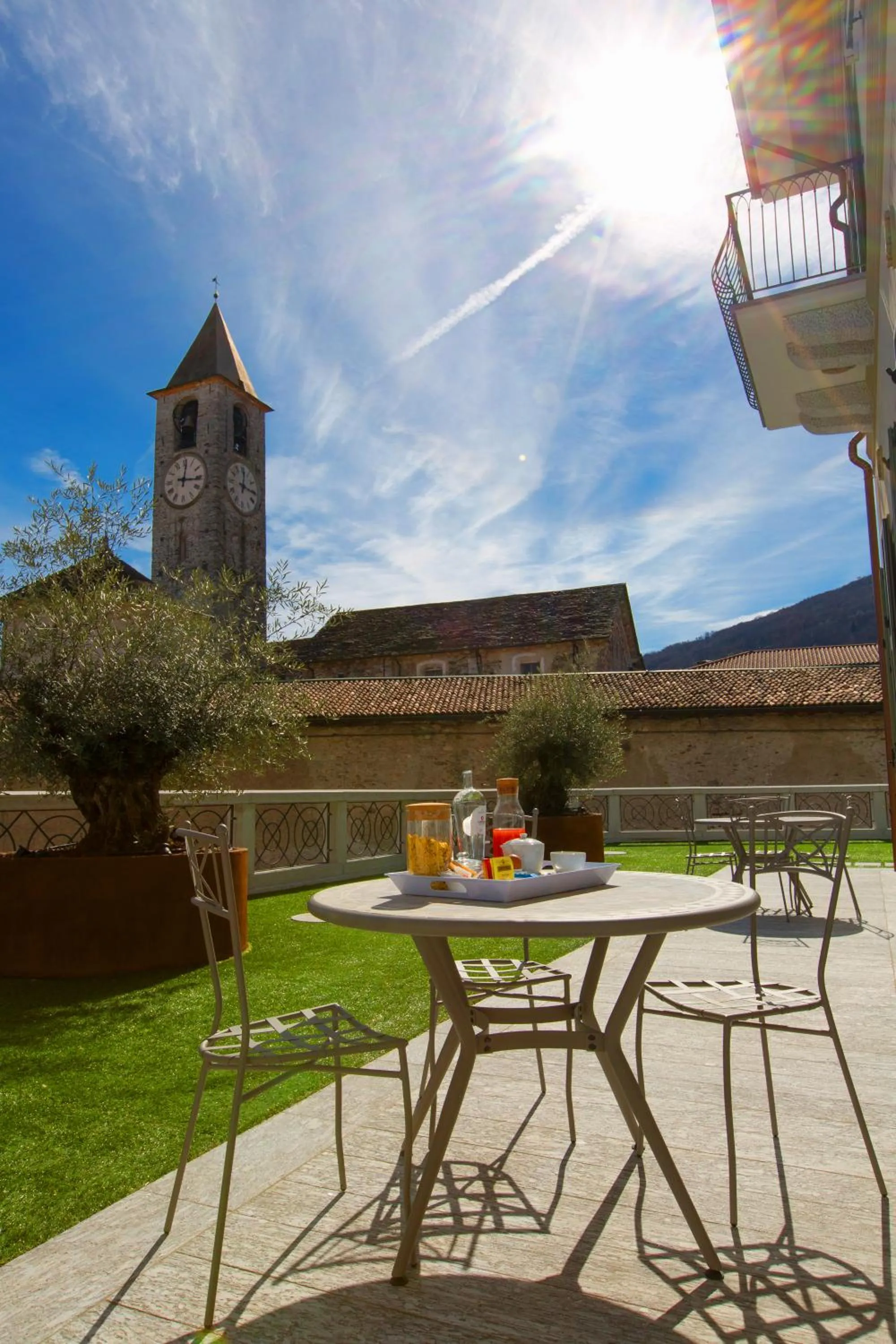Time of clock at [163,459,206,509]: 12:16
